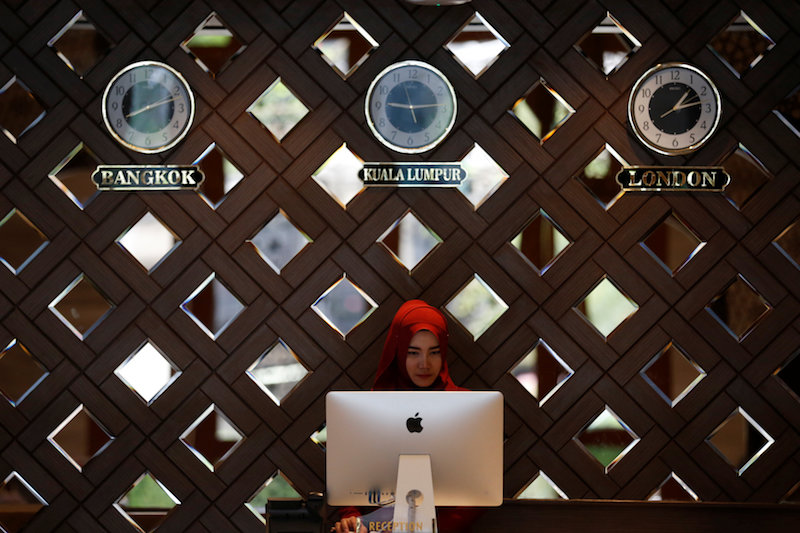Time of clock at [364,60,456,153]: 9:14
